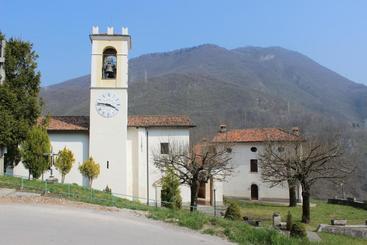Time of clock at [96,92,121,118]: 3:46
